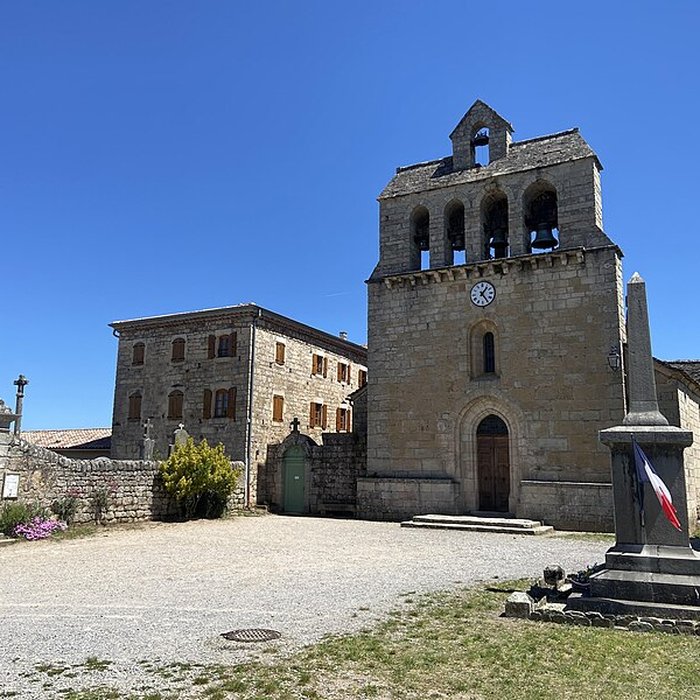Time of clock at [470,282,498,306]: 1:24
